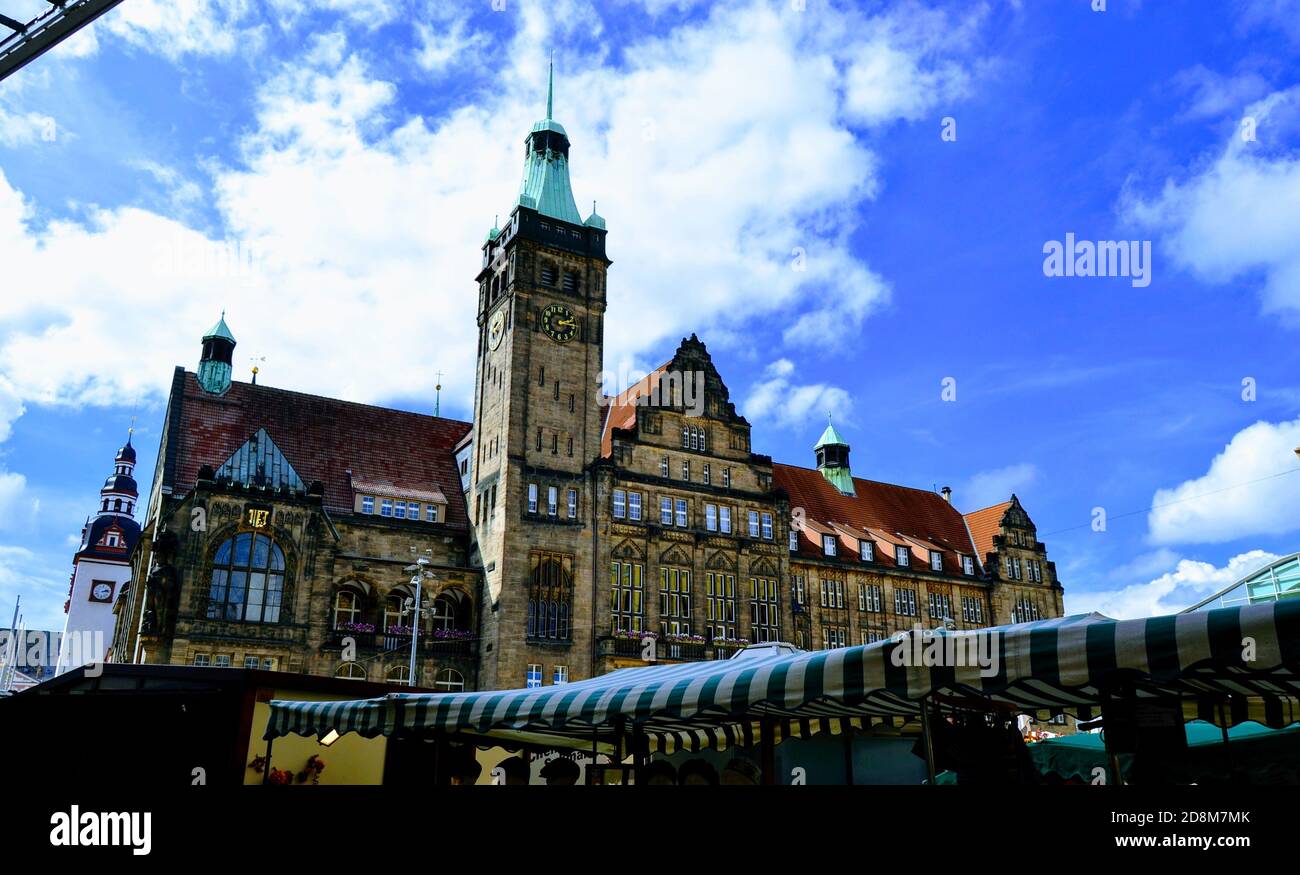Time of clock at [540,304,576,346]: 2:15
